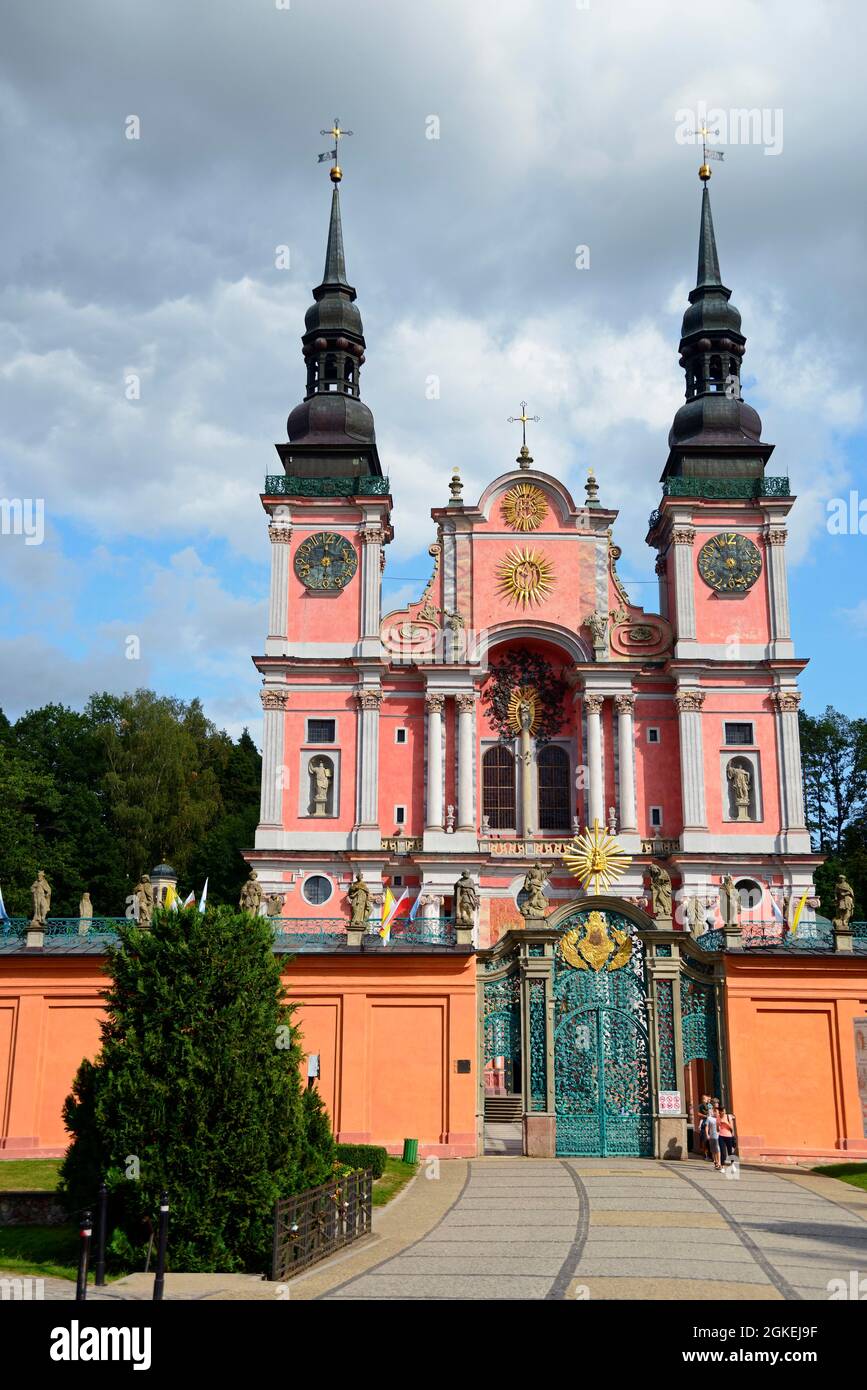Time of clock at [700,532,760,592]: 5:54
